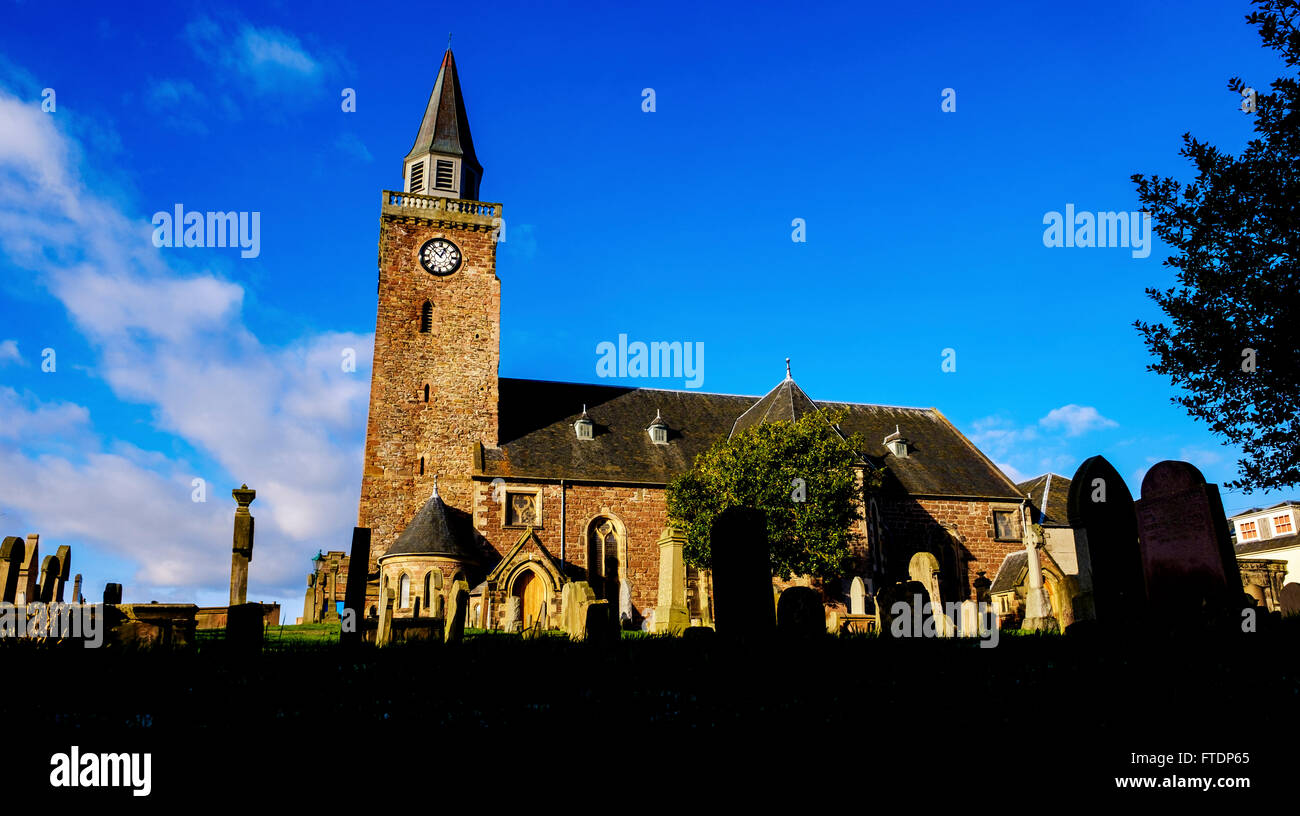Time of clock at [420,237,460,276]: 12:52
